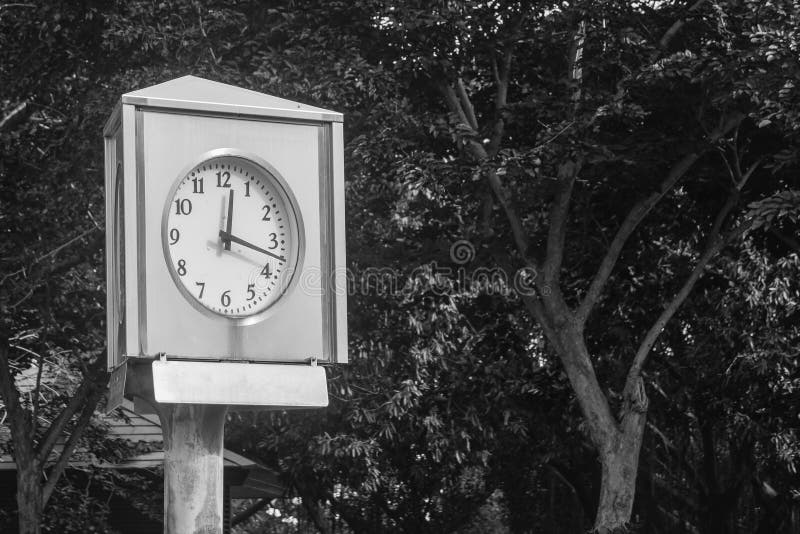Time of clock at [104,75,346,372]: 12:17
